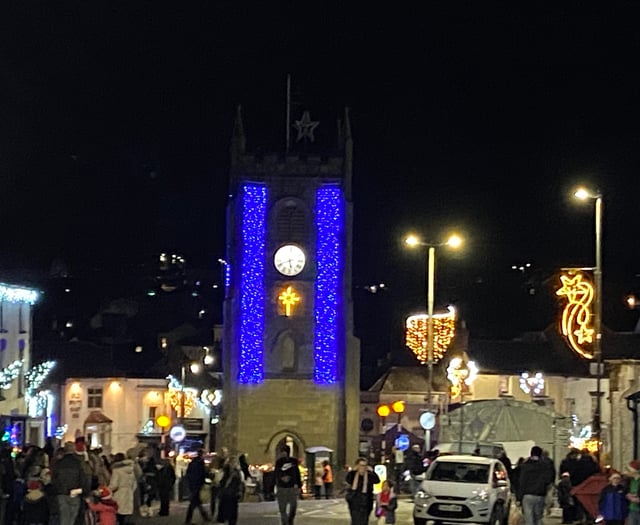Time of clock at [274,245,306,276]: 5:41
